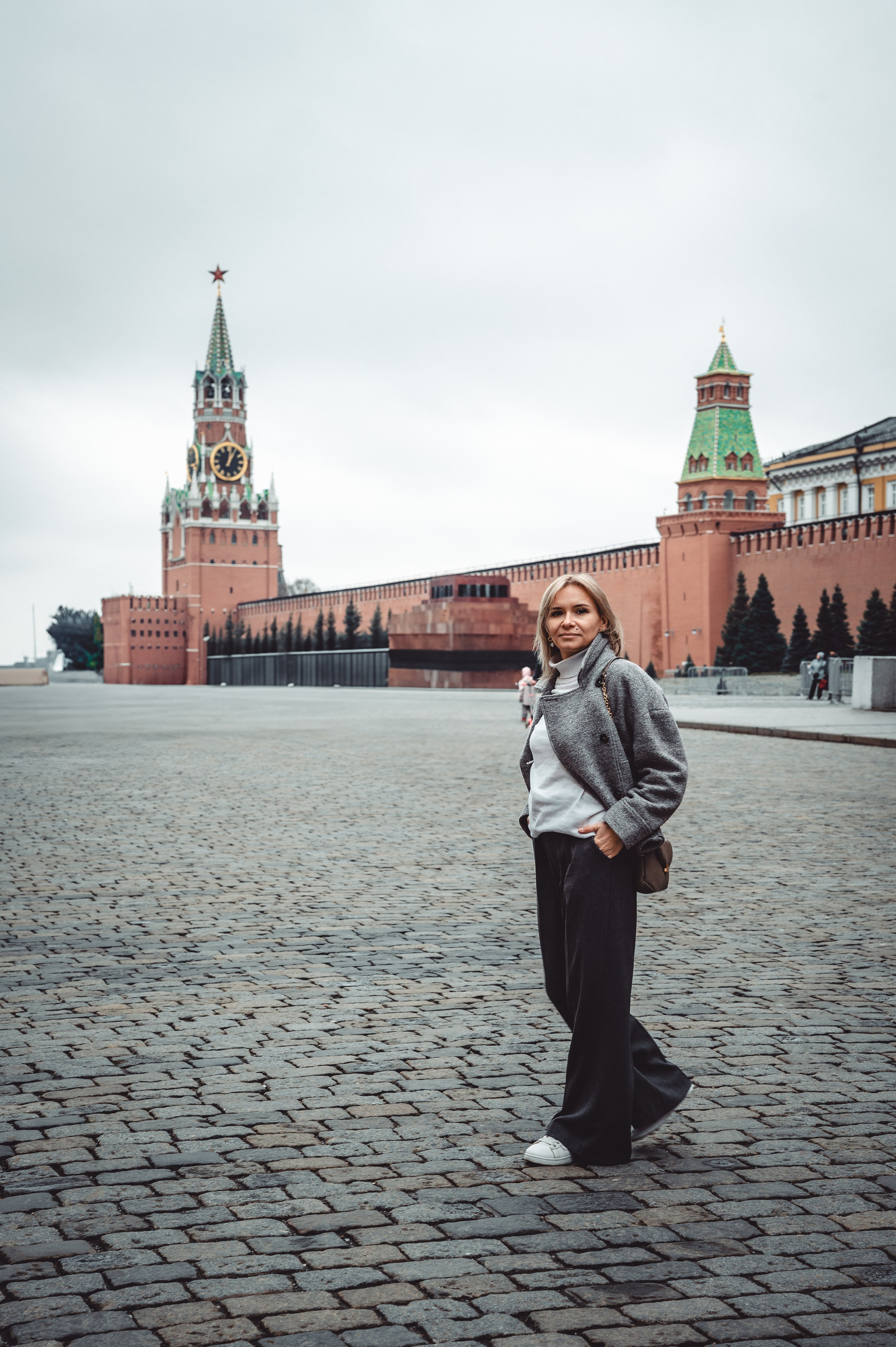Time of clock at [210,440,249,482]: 1:02
